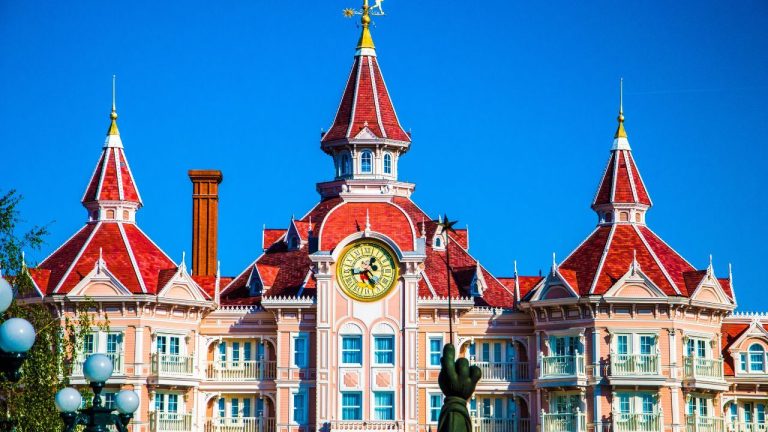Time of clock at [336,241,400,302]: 12:42
